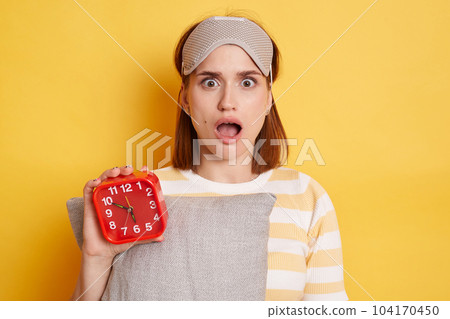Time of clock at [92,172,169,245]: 5:49
